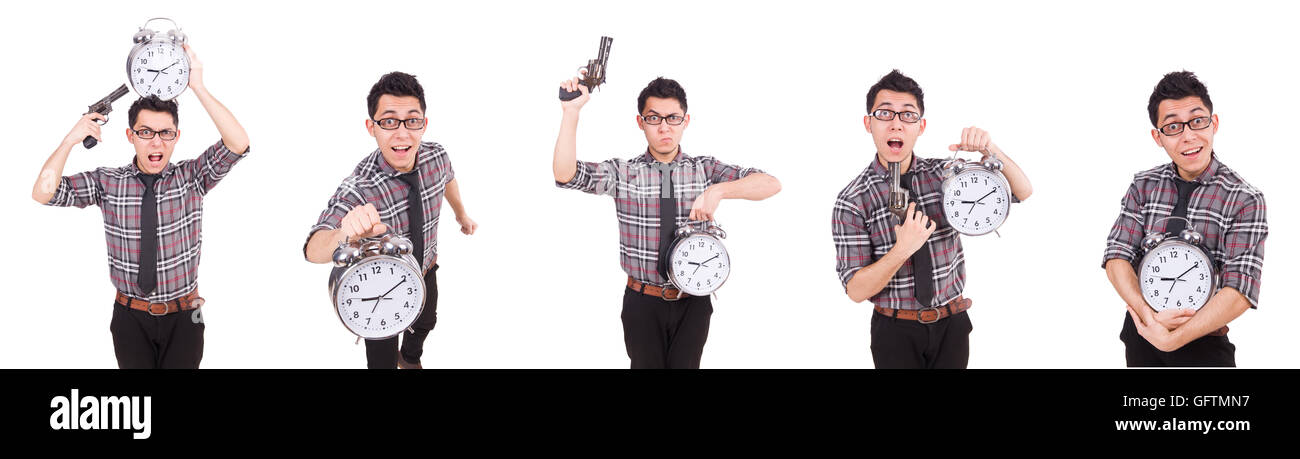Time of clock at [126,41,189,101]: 9:10
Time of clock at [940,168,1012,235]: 9:10
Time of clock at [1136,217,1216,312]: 9:10
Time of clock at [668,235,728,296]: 9:10
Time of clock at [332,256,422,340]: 9:10
